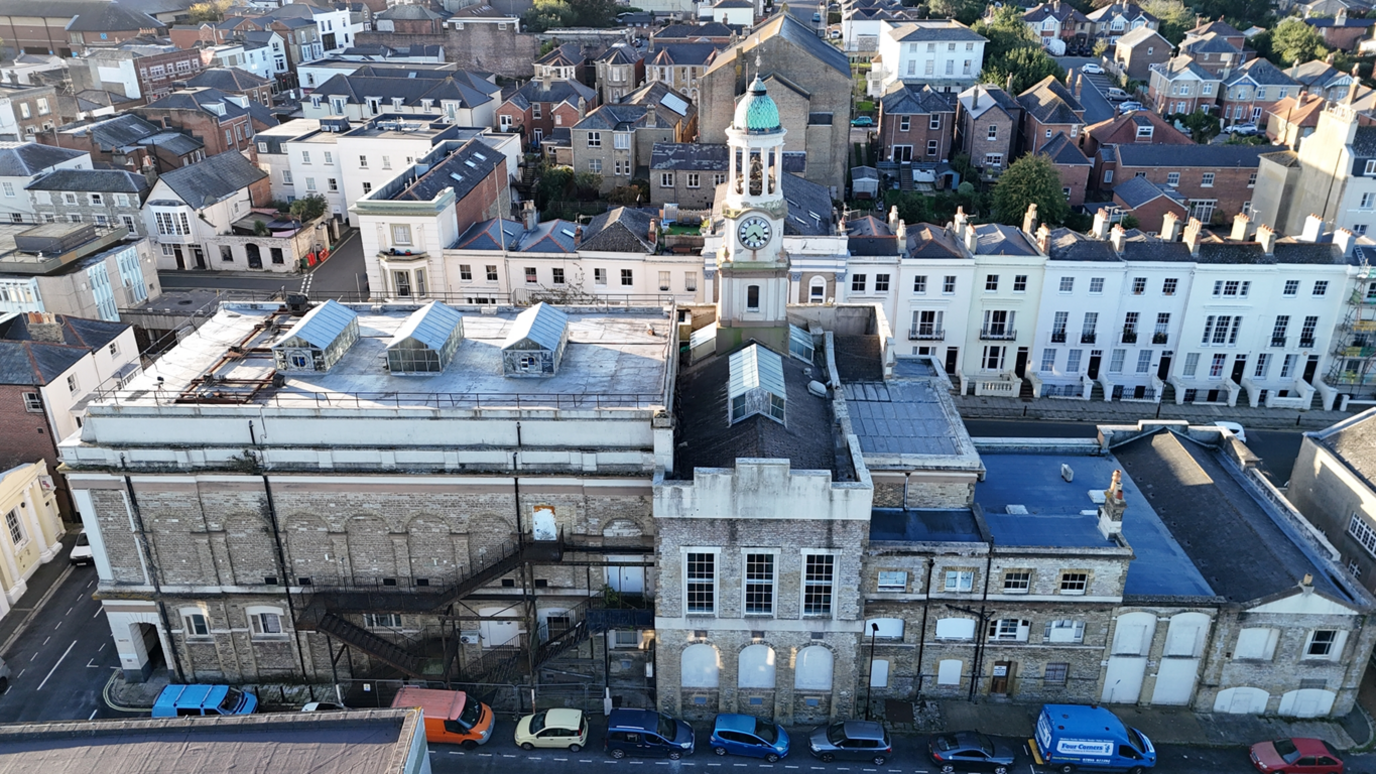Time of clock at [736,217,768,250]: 4:39
